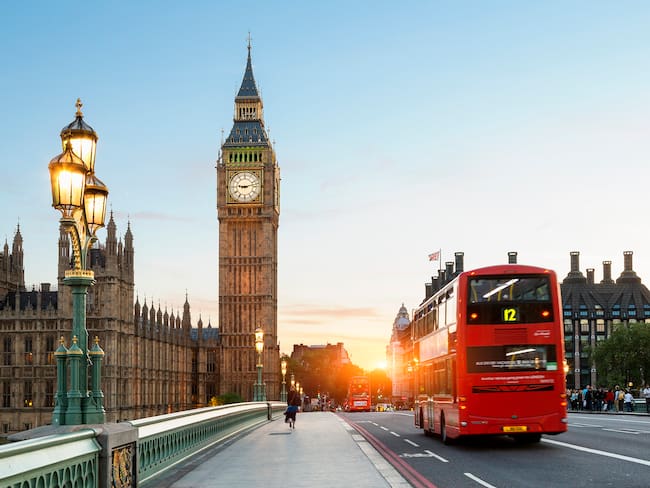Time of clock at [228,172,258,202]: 9:12
